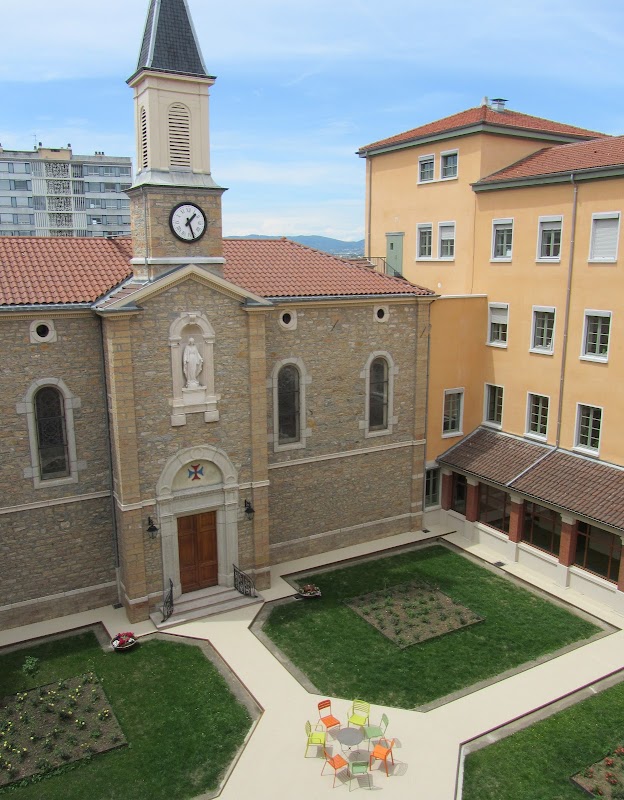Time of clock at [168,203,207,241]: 1:26
